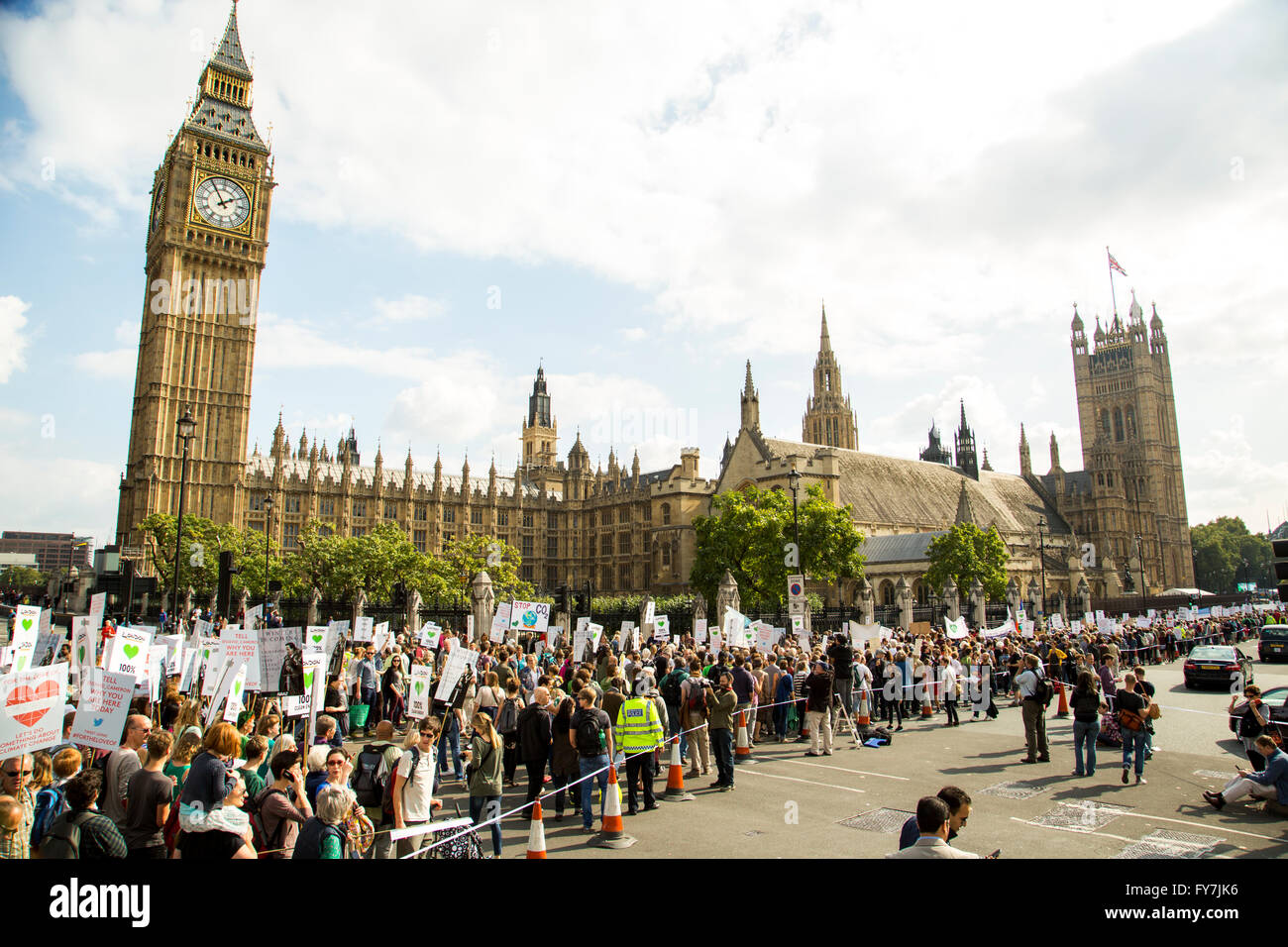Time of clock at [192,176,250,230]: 1:54
